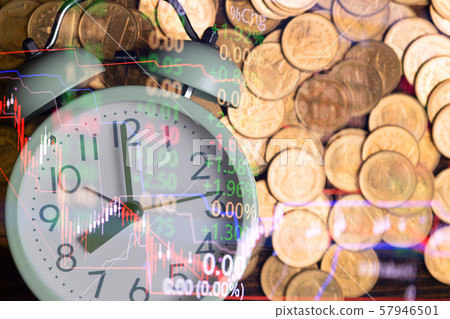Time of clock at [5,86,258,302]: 7:59
